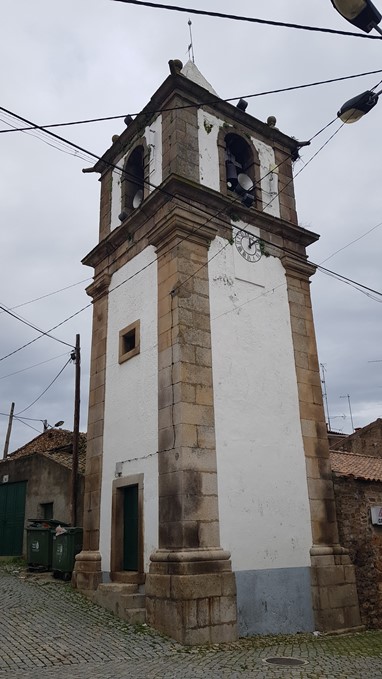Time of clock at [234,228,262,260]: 12:07
